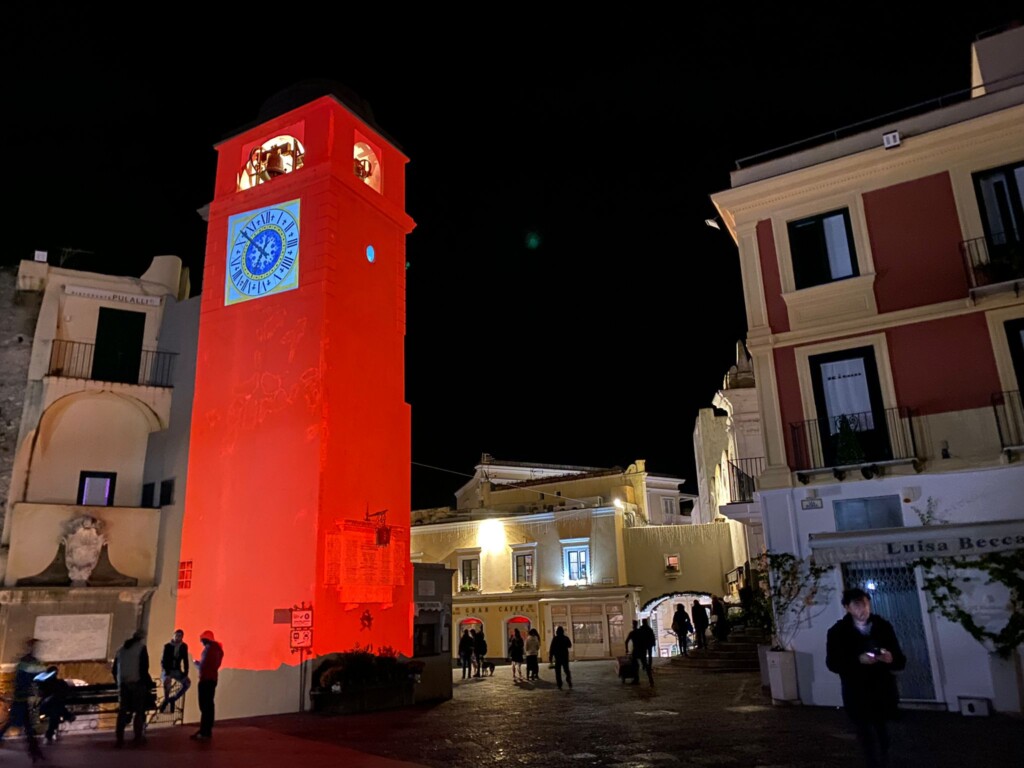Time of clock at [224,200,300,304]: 6:52
